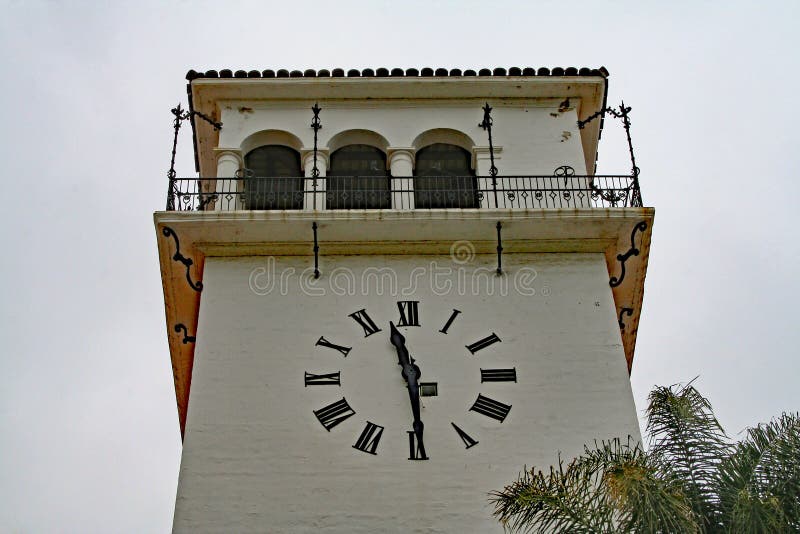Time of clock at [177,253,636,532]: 11:29
